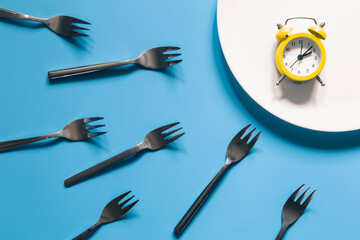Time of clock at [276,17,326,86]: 2:07
